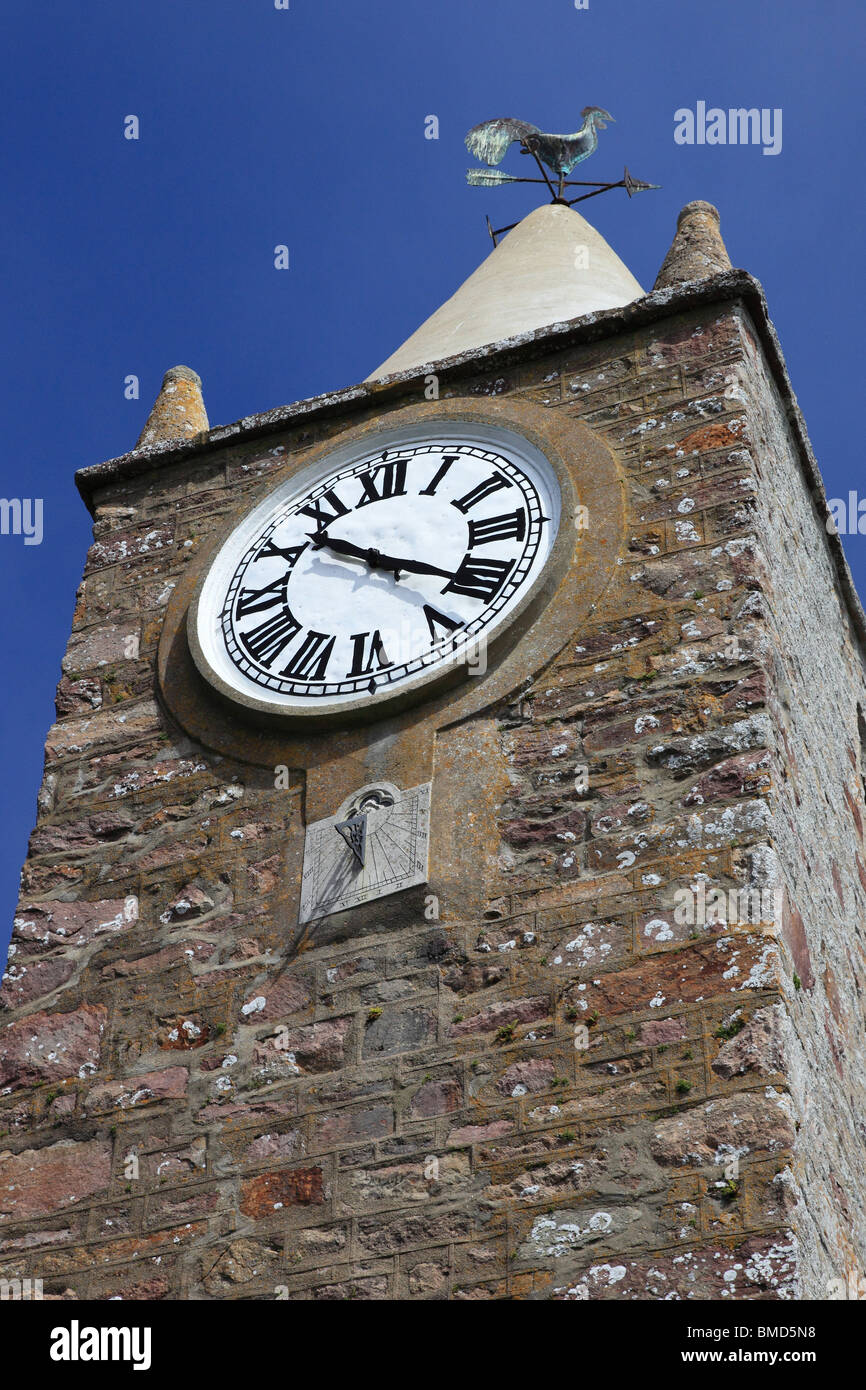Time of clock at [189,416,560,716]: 10:20
